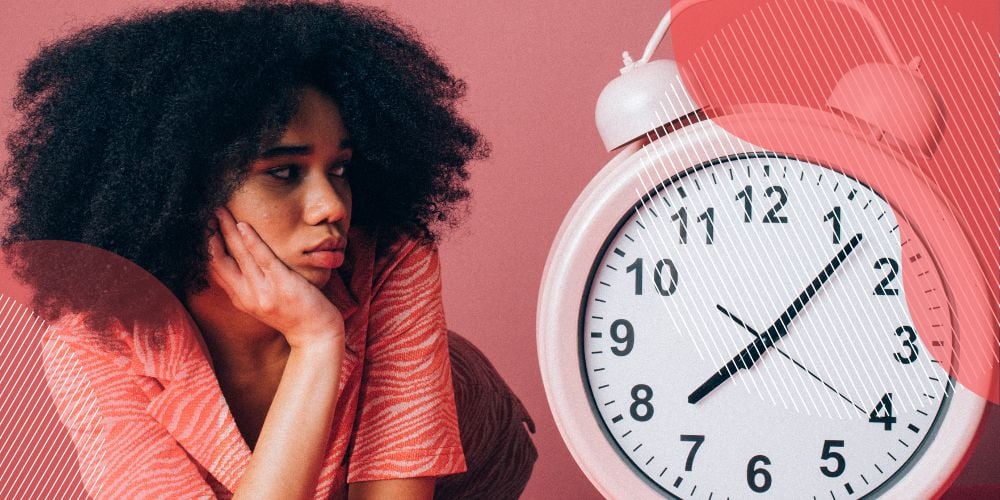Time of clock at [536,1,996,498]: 10:07
